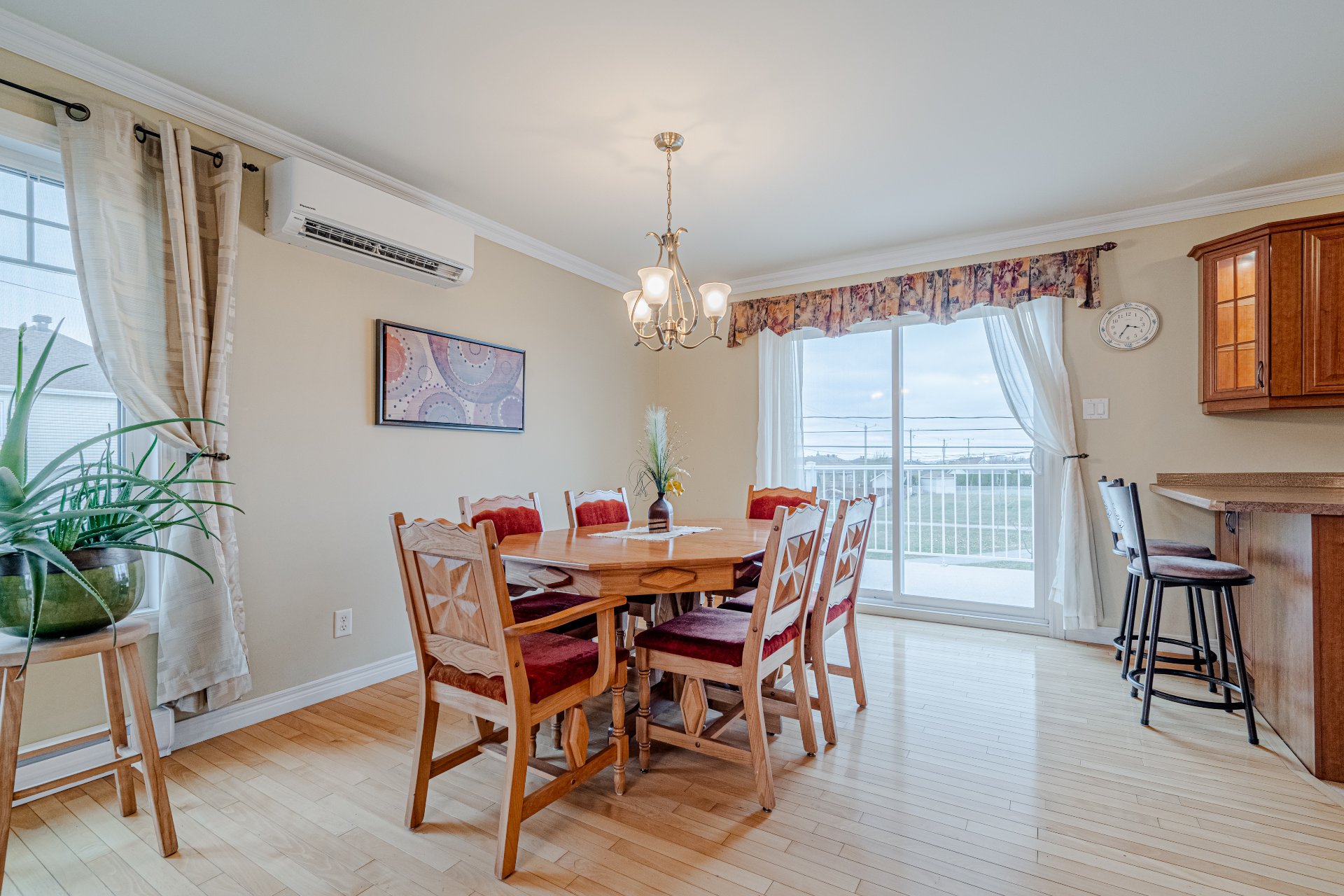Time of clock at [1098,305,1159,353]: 3:35
